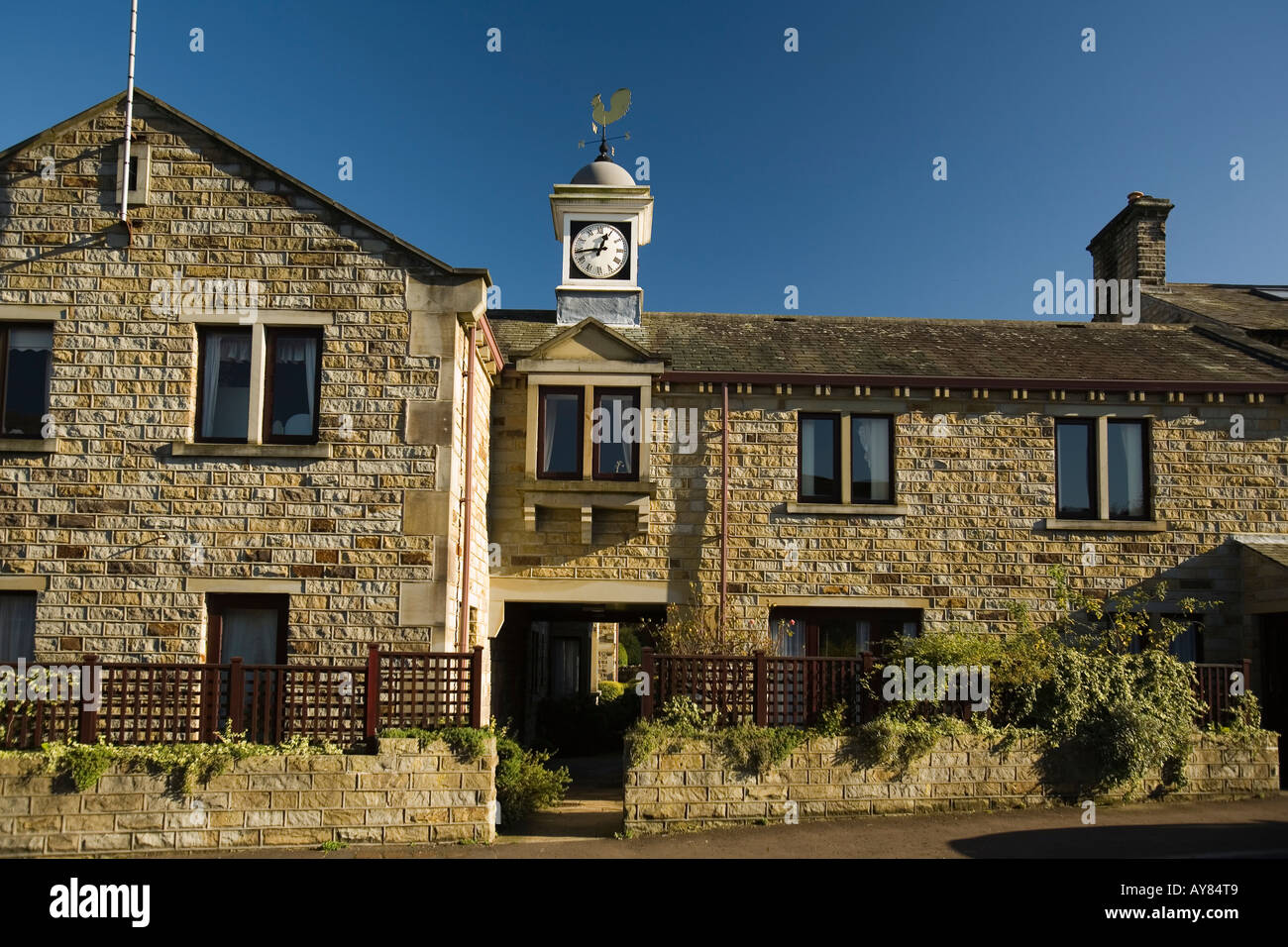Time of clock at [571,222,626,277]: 12:43
